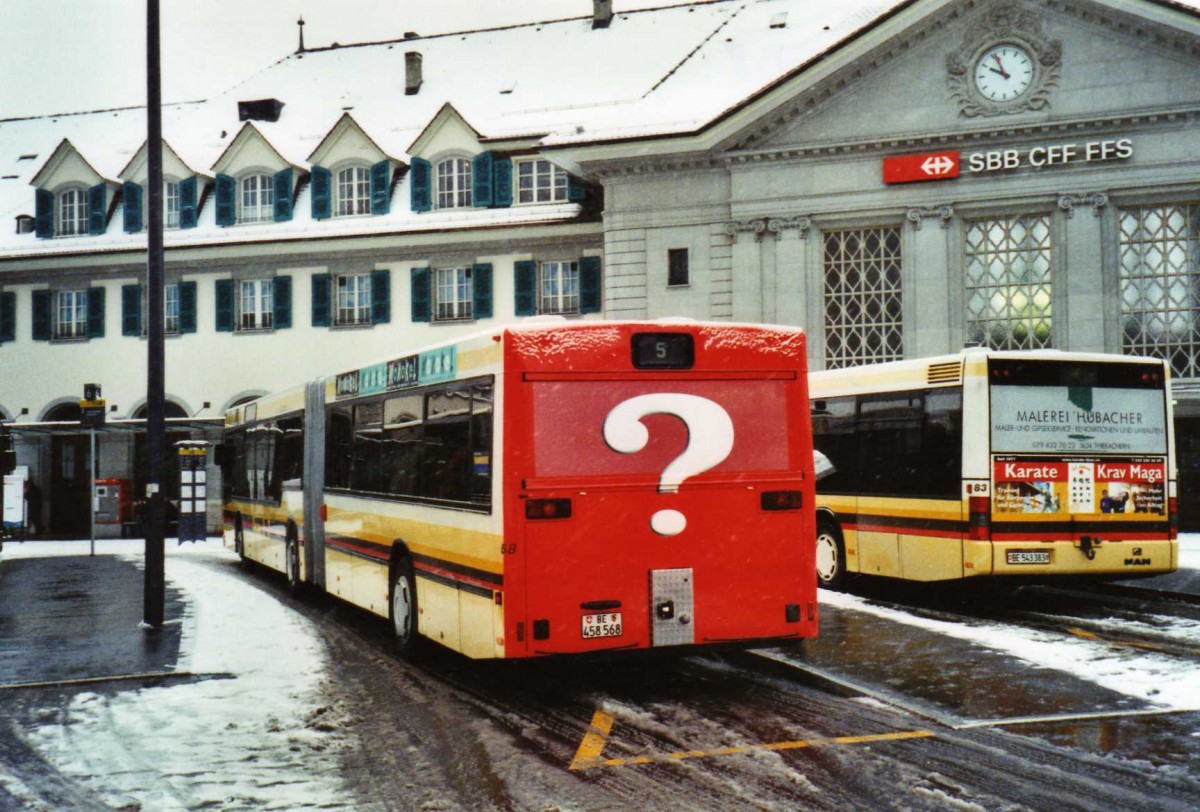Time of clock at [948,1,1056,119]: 9:56
